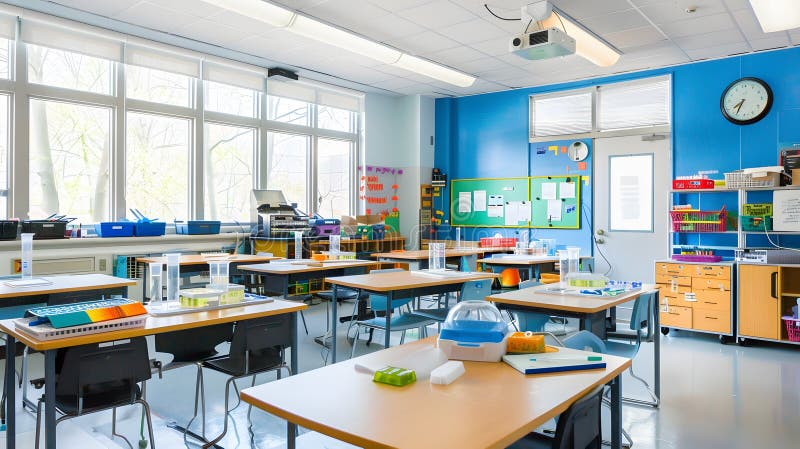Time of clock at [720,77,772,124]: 7:34
